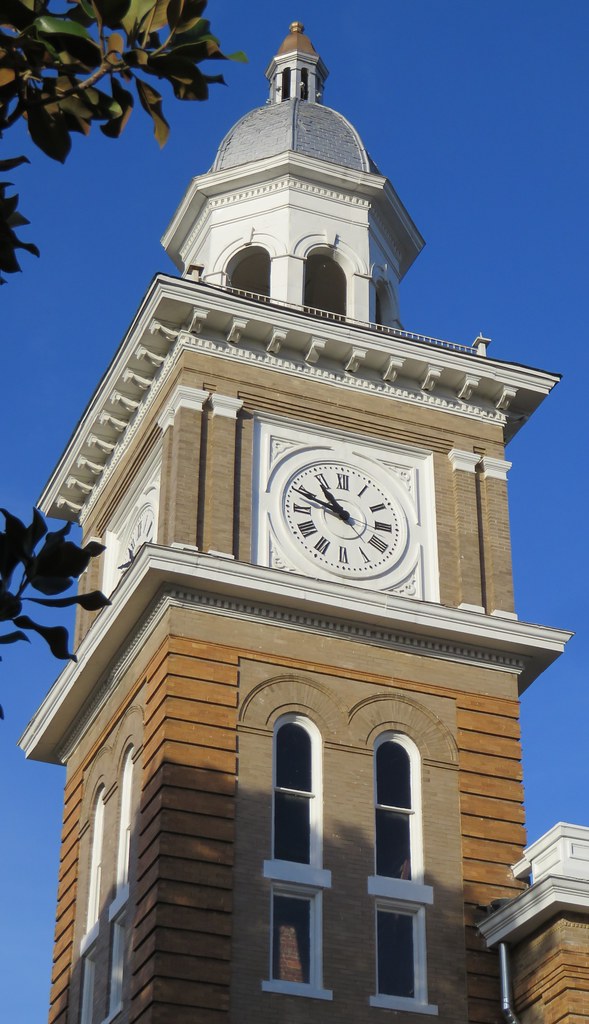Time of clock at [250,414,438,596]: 10:48
